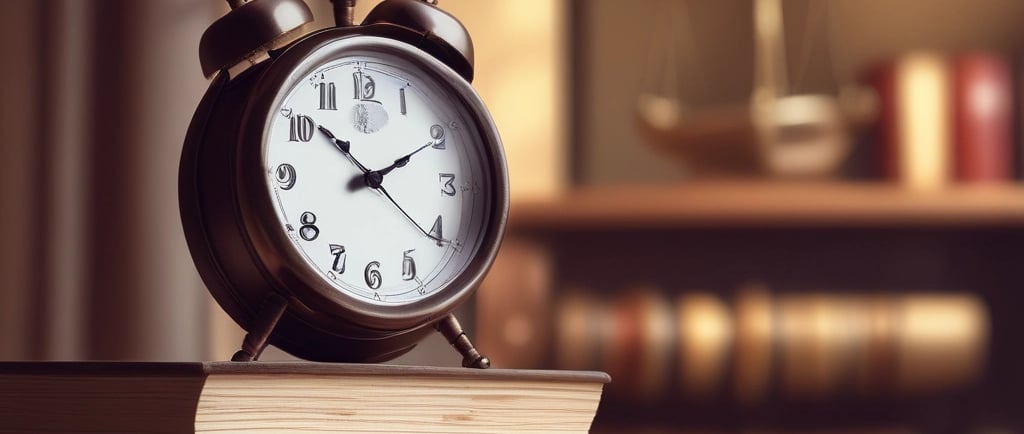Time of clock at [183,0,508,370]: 10:10
